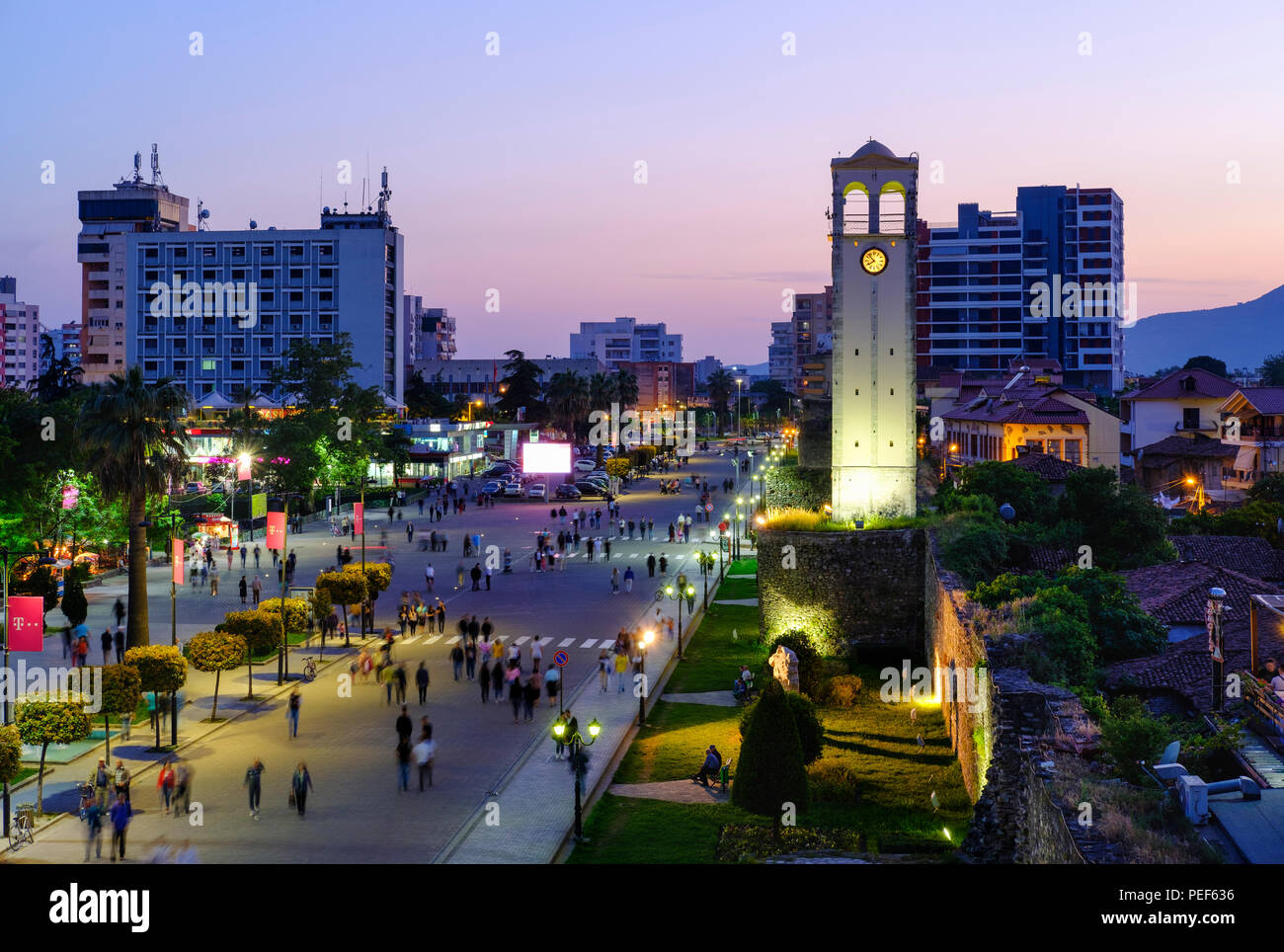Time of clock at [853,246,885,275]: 7:52
